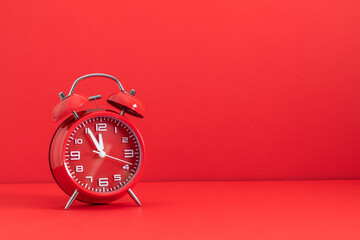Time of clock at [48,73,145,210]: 11:55
